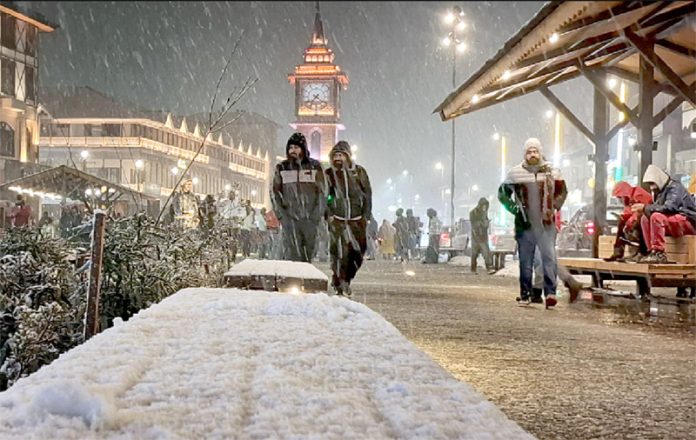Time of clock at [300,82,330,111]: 7:21
